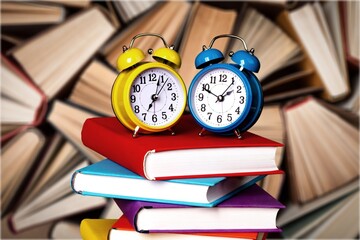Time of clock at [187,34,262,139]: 1:49
